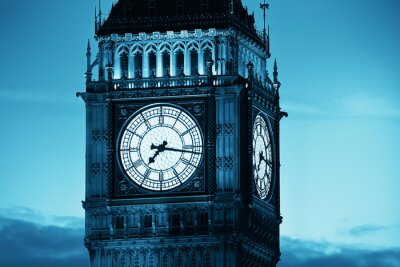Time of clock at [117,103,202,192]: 7:16
